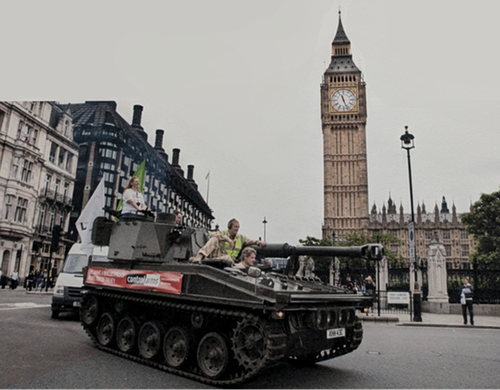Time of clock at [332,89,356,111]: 11:26
